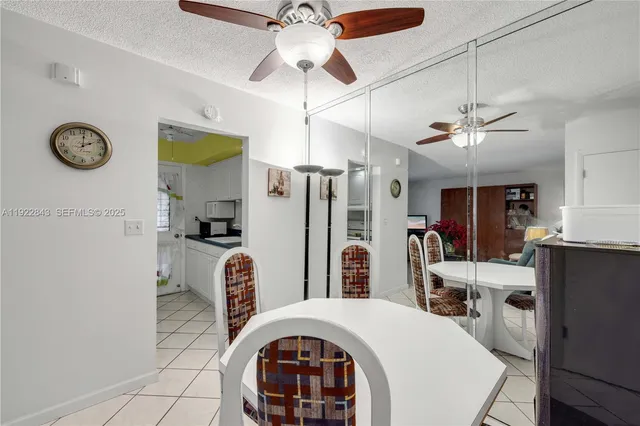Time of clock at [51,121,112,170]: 2:01
